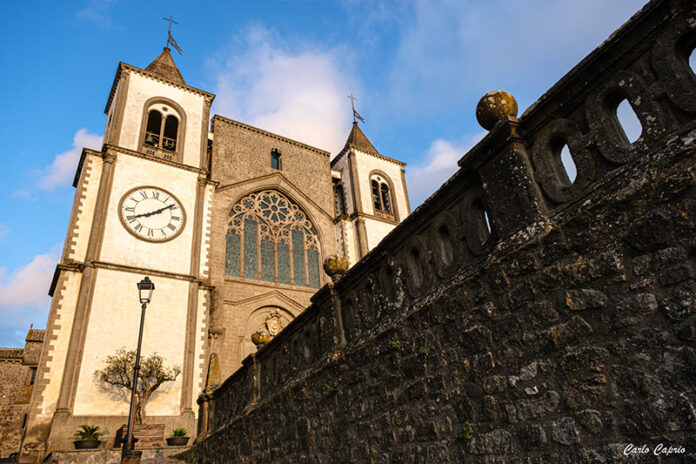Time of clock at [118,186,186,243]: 8:08
